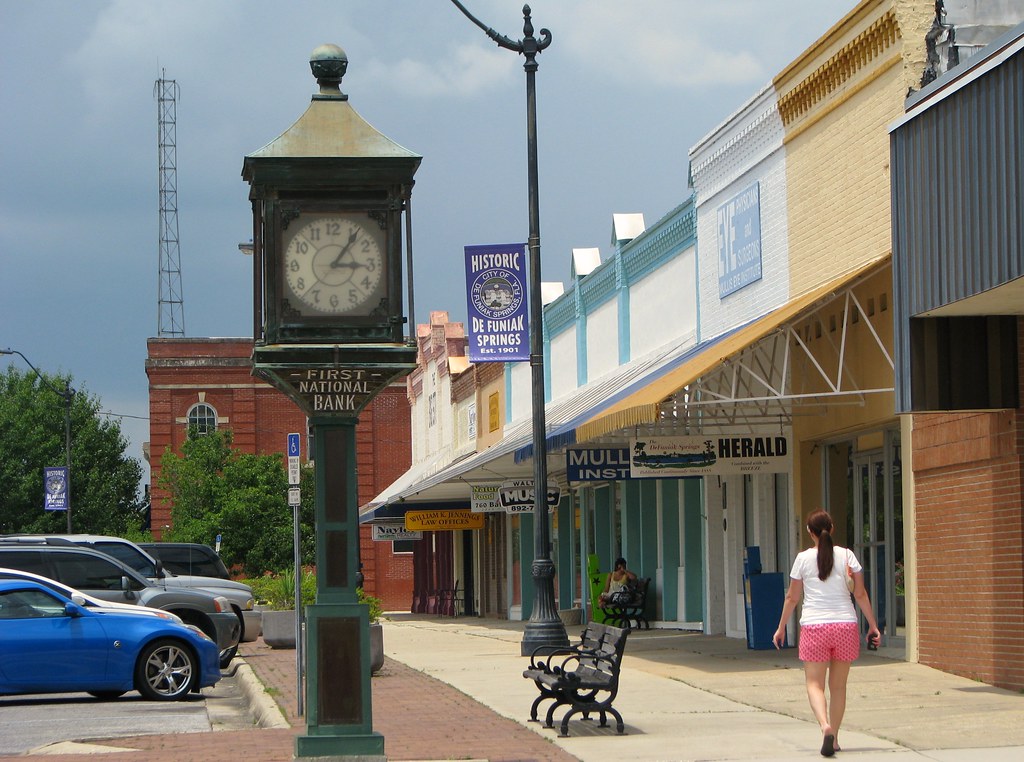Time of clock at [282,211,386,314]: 3:05
